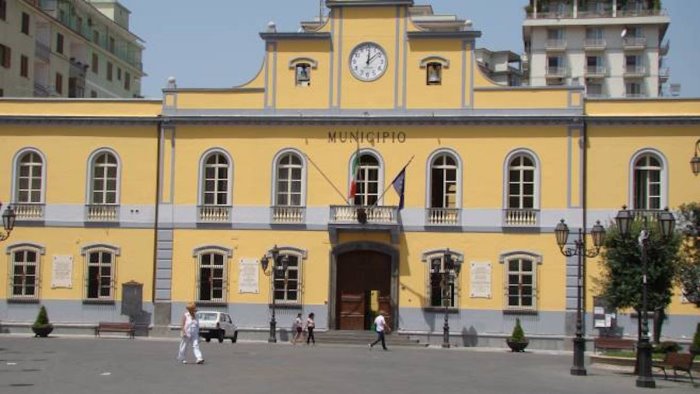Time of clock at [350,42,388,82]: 12:07
